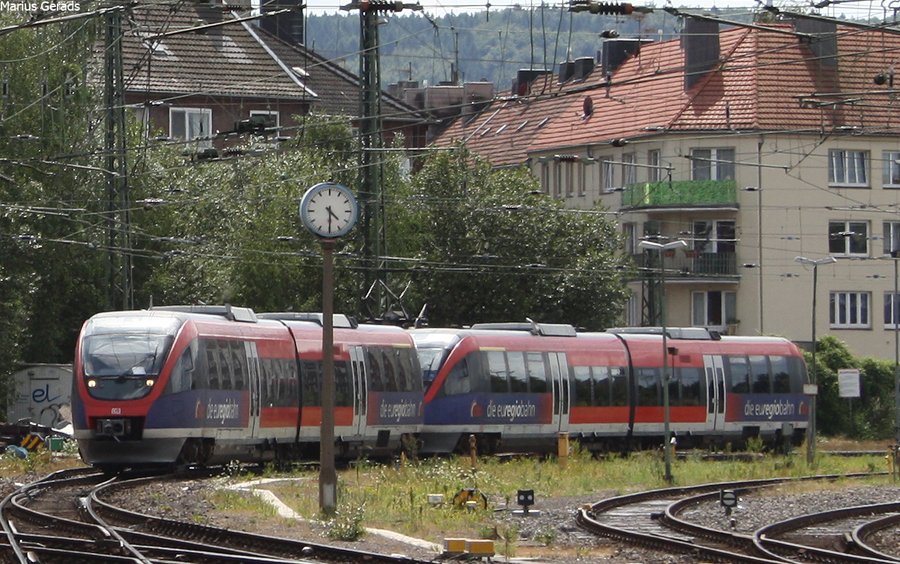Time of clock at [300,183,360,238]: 4:29
